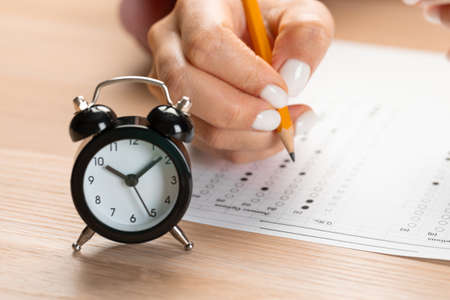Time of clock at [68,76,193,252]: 10:08
